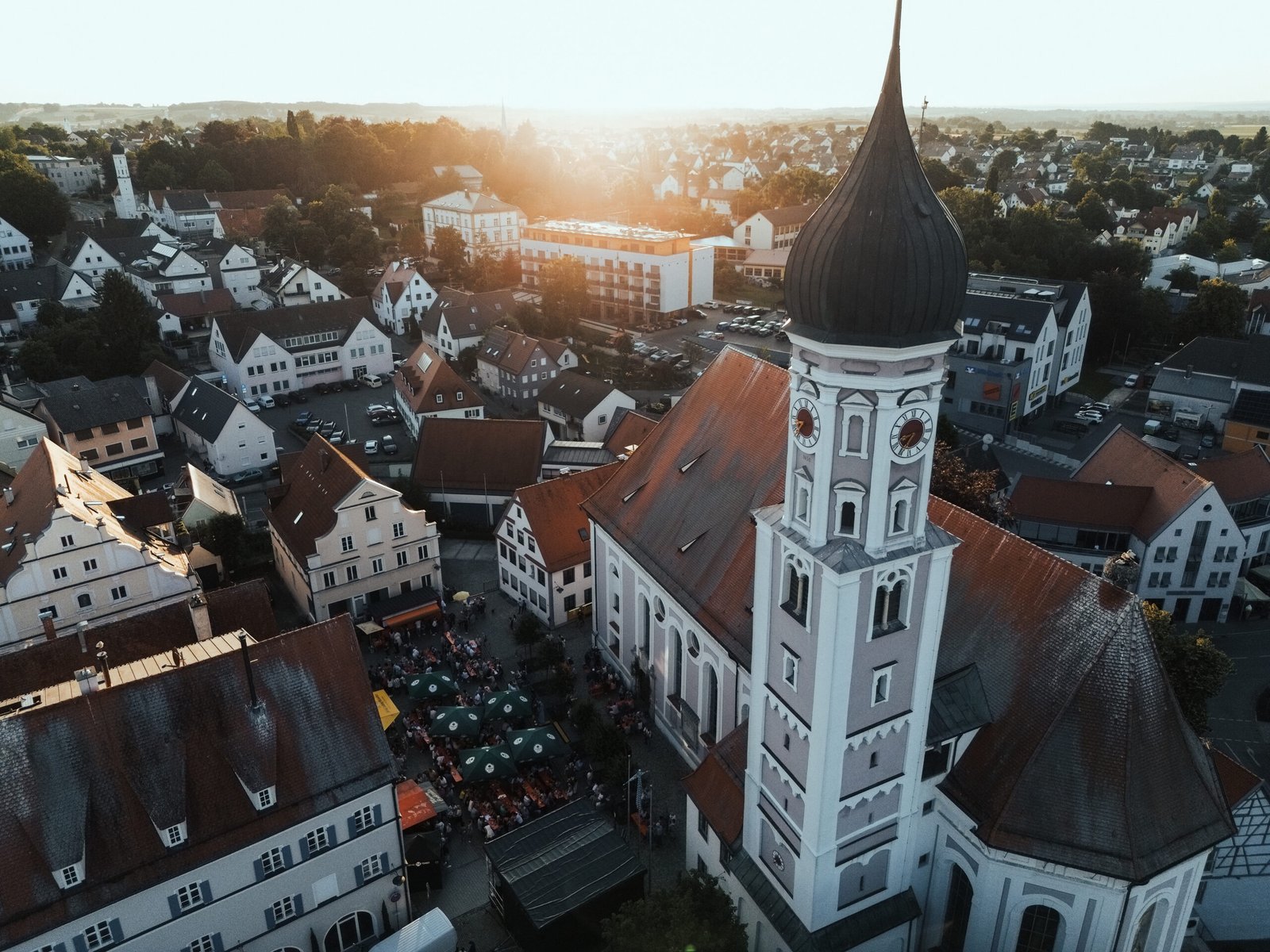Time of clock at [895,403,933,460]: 8:35
